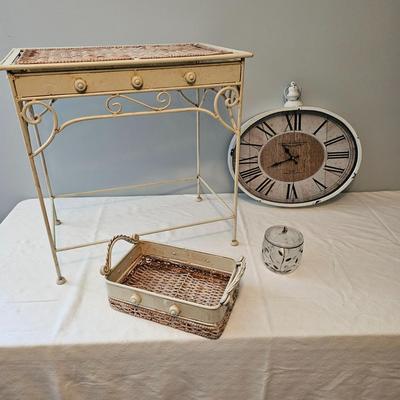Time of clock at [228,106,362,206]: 7:54
